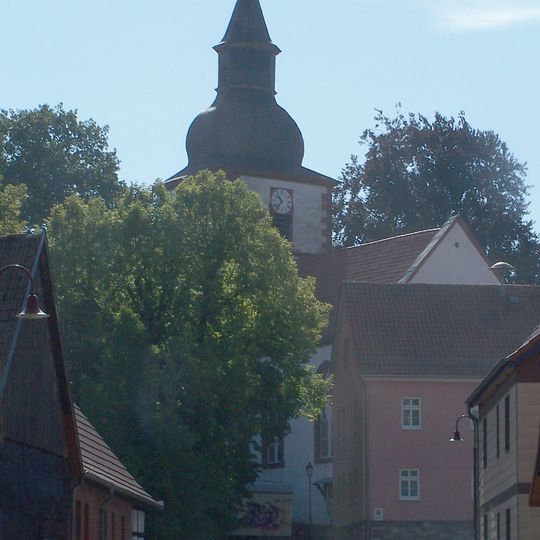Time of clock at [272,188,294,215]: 10:36
